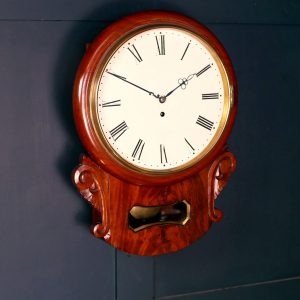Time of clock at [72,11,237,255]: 1:49
